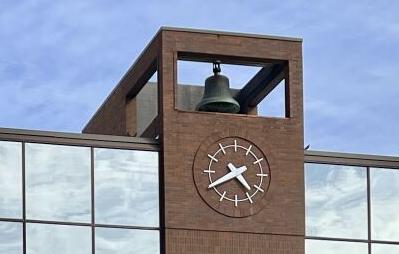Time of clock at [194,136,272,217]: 4:40
